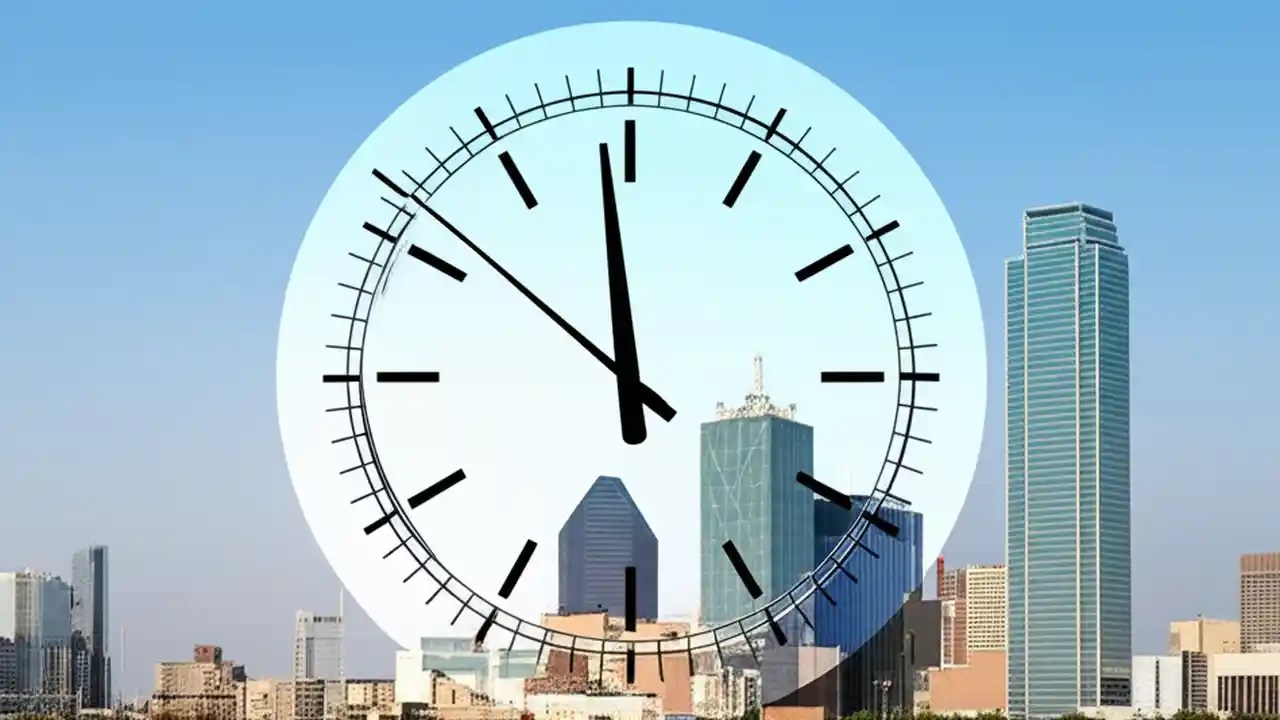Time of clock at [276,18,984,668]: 11:58
